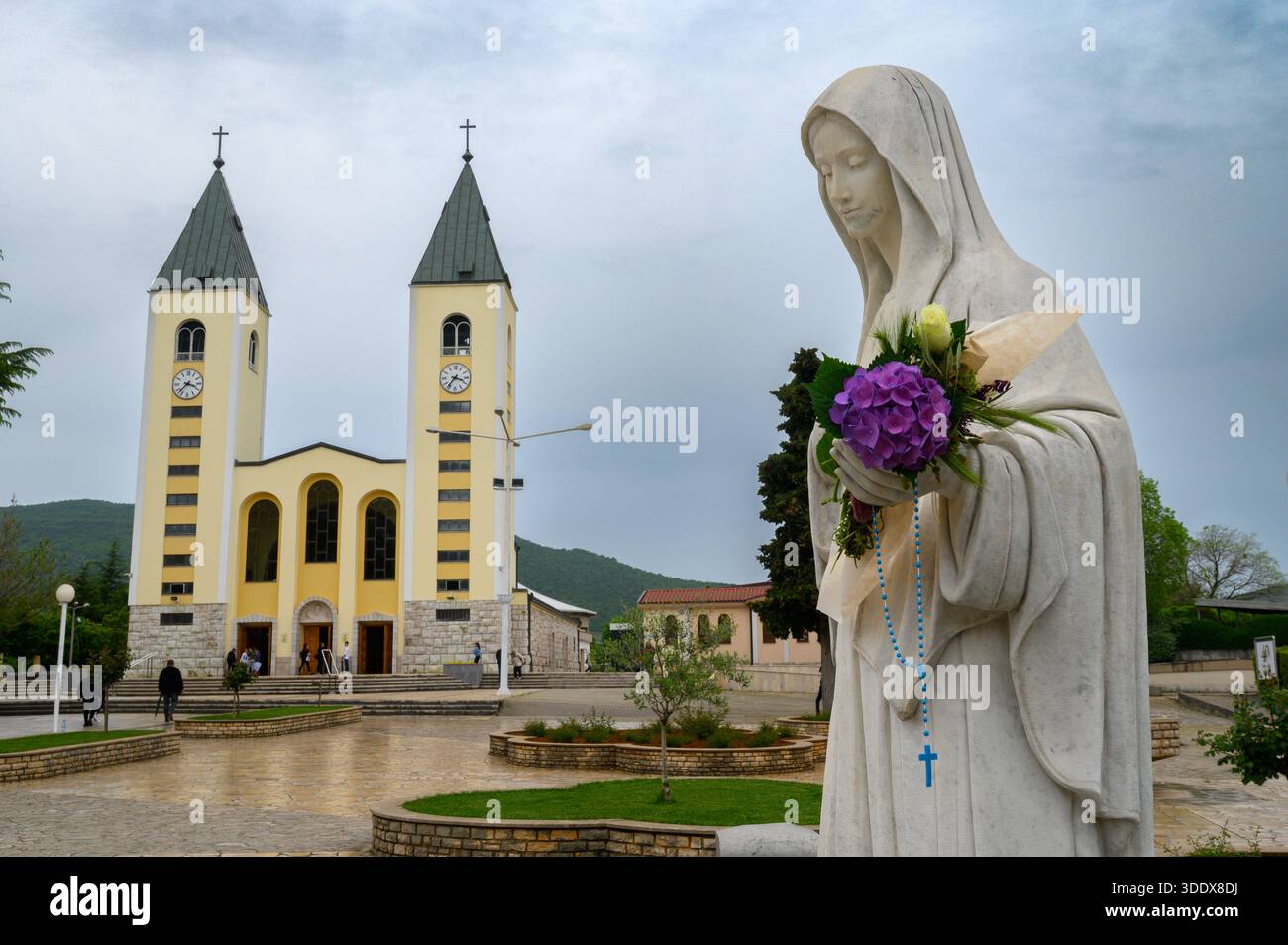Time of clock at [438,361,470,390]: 3:36
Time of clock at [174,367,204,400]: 3:37
